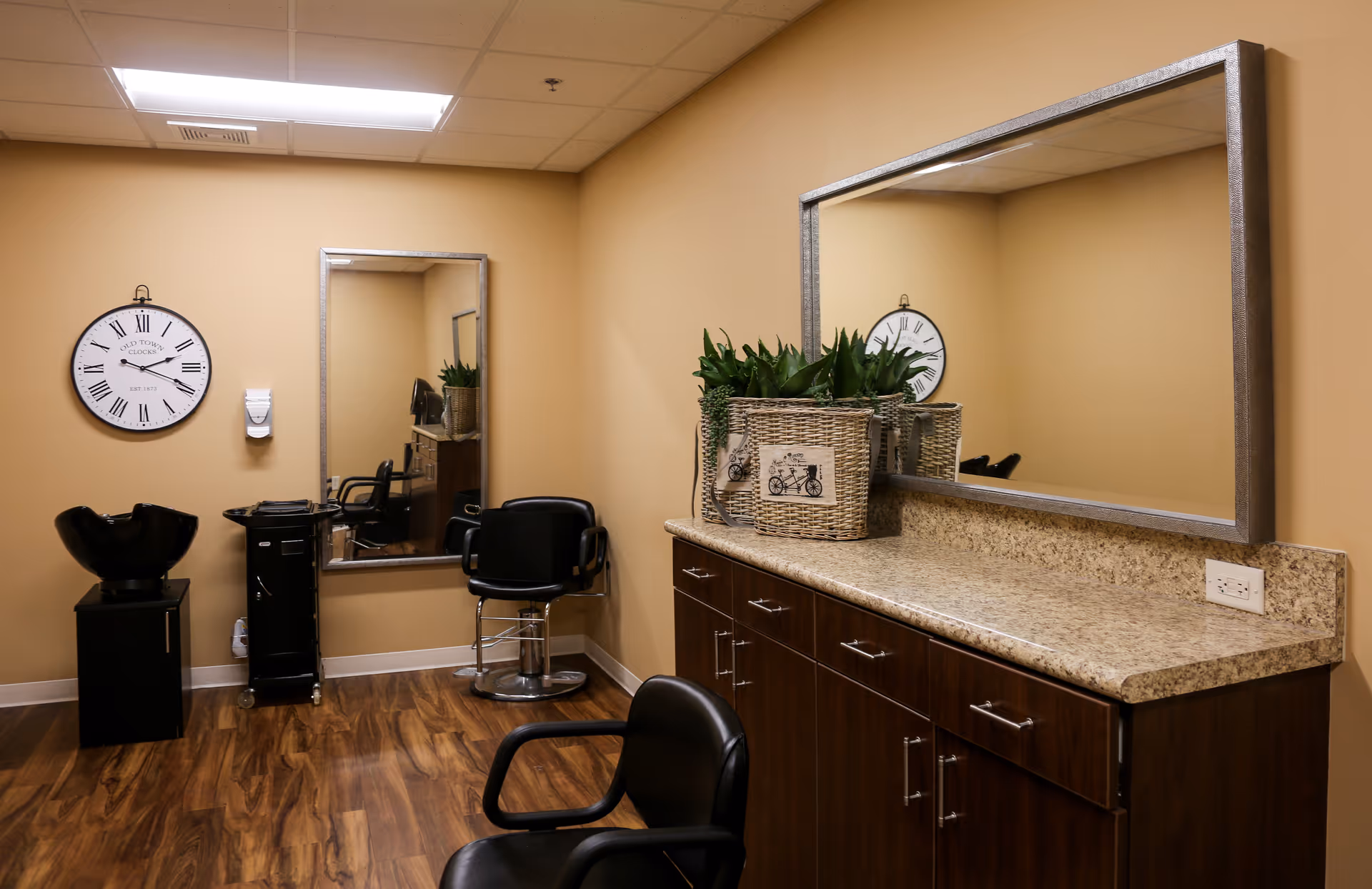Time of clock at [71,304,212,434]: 2:18
